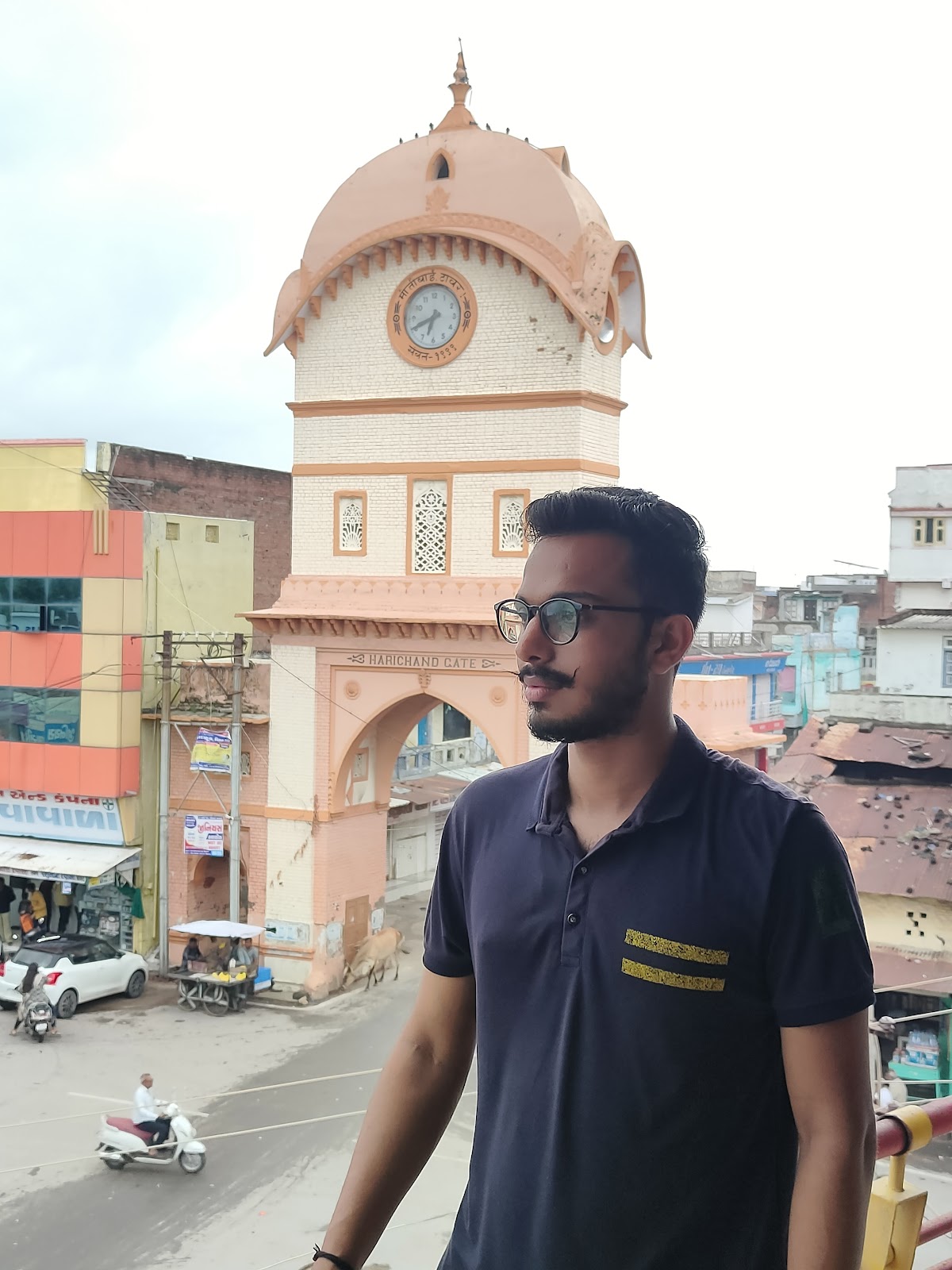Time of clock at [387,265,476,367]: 6:41
